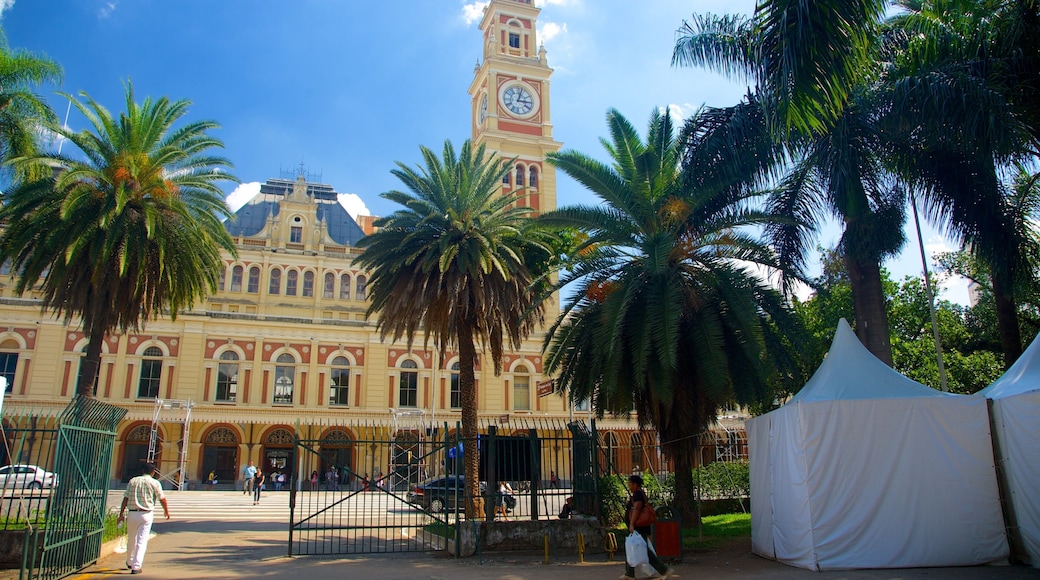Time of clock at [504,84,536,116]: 3:02
